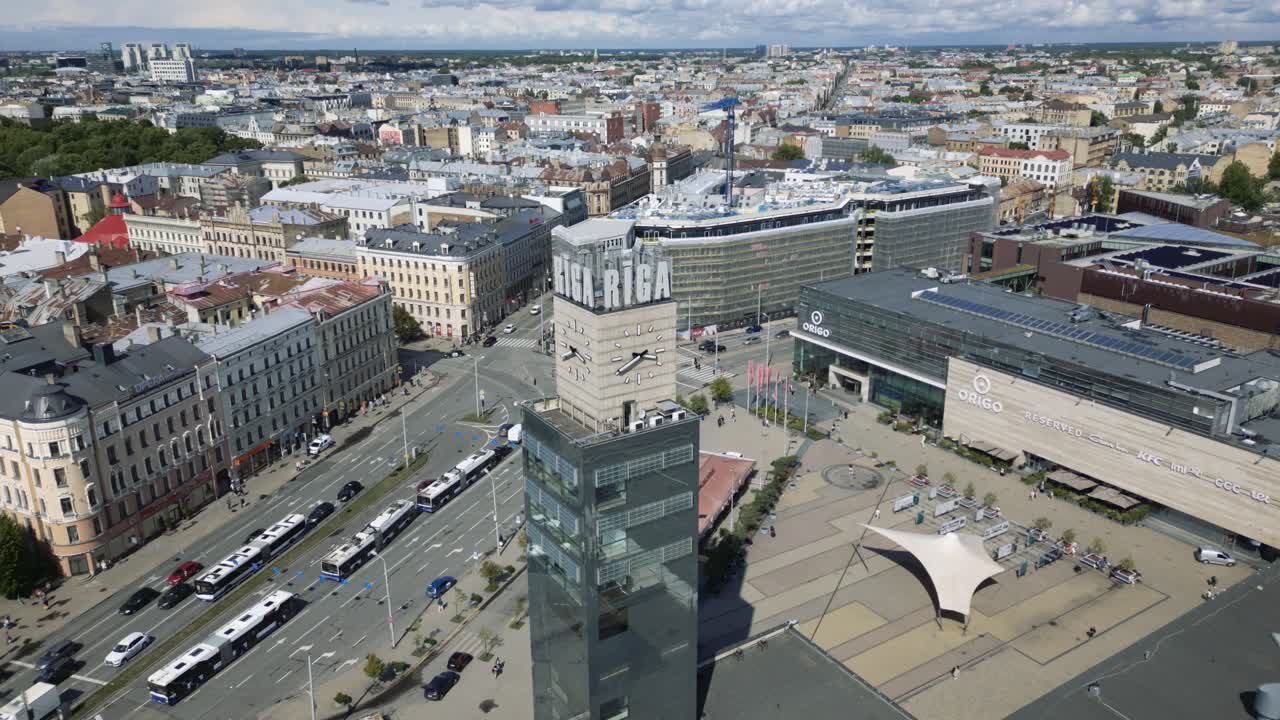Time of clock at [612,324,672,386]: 3:40
